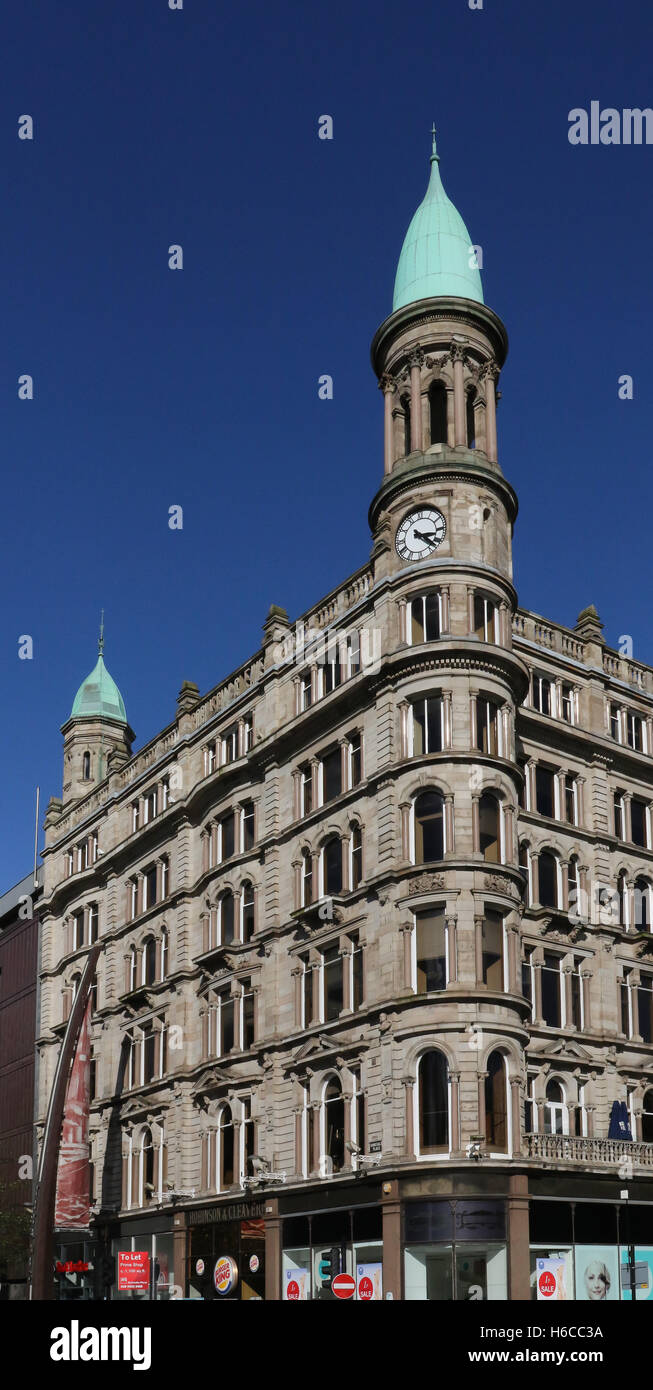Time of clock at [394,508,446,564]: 3:22
